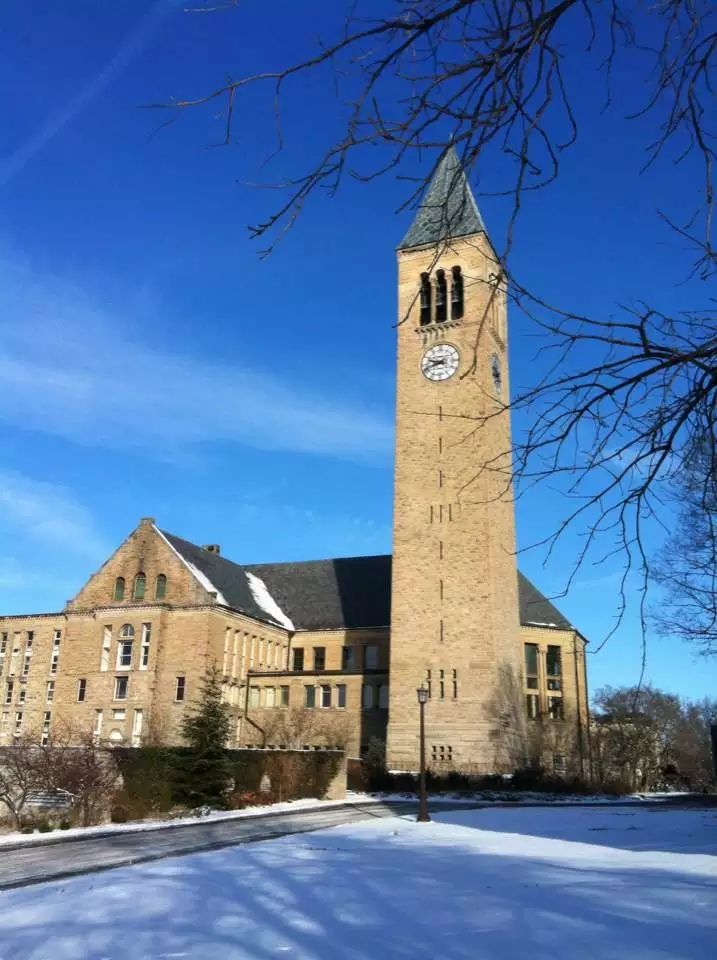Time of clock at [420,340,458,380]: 9:42
